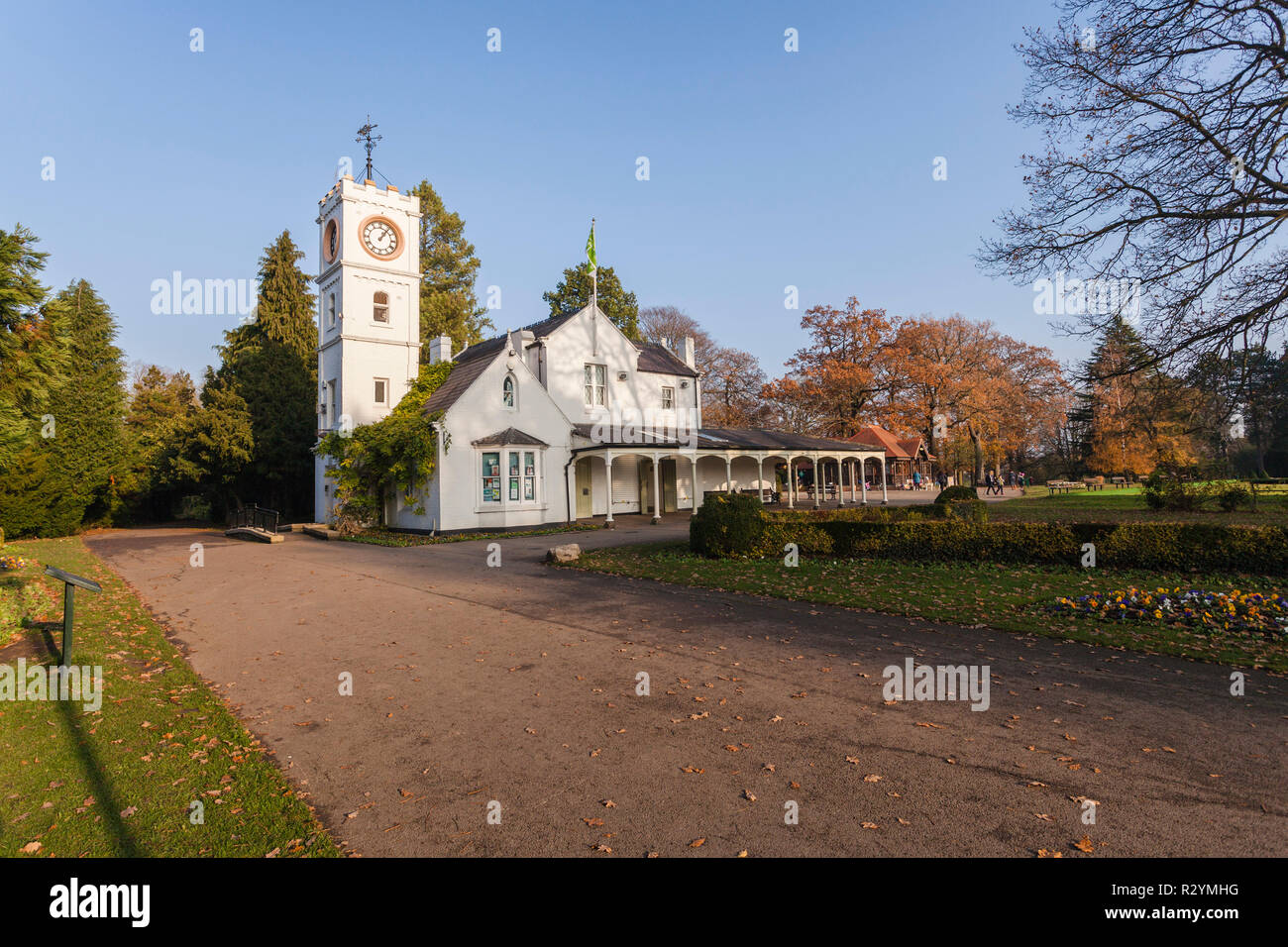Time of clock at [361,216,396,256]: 1:06
